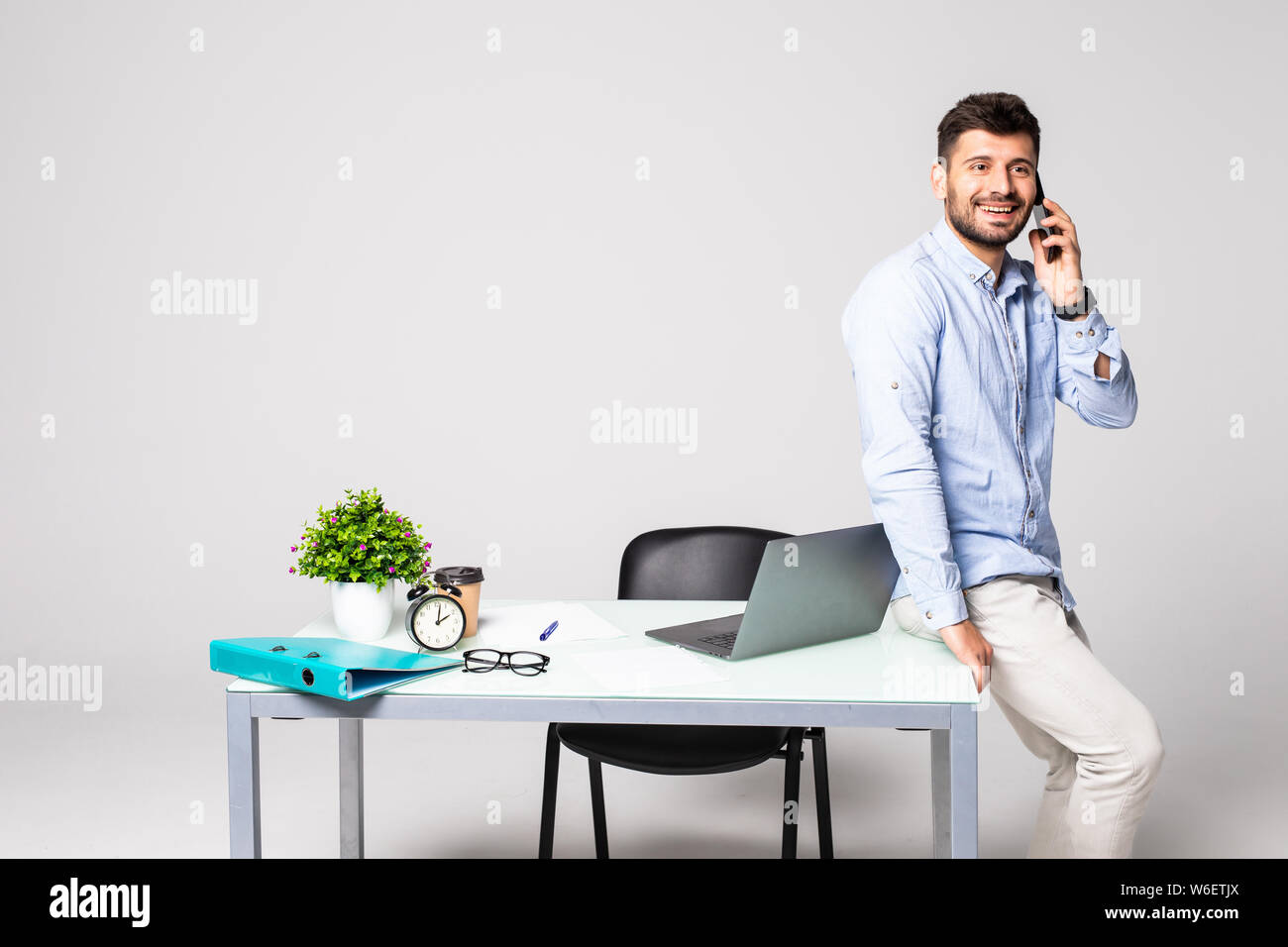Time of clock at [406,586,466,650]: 2:01
